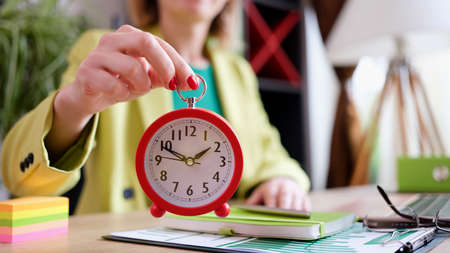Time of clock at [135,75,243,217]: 1:49
